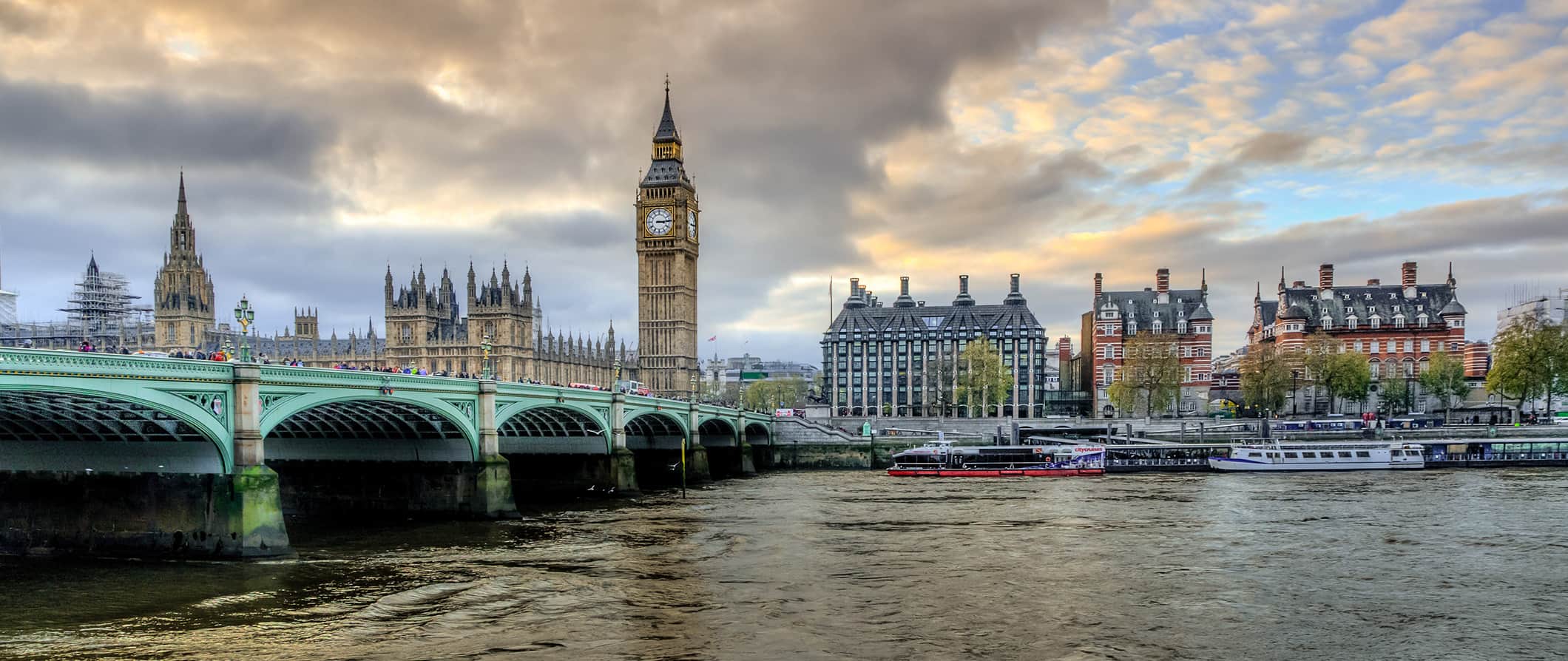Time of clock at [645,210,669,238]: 3:14
